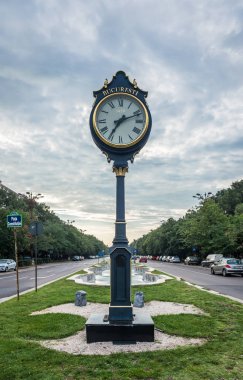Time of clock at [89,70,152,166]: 7:11
